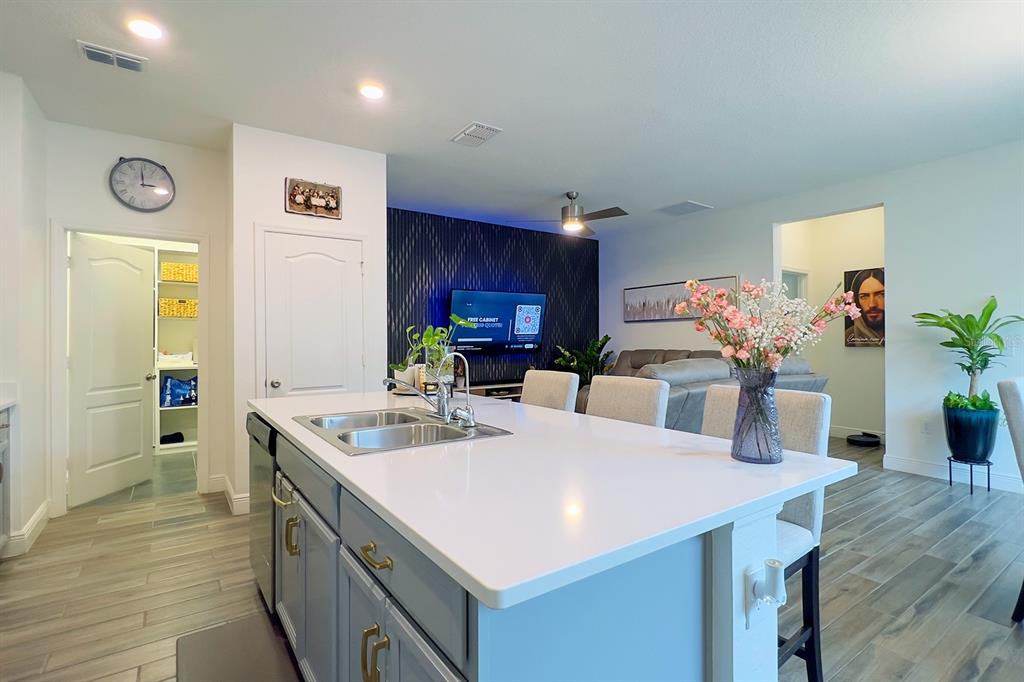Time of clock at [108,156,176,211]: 2:59
